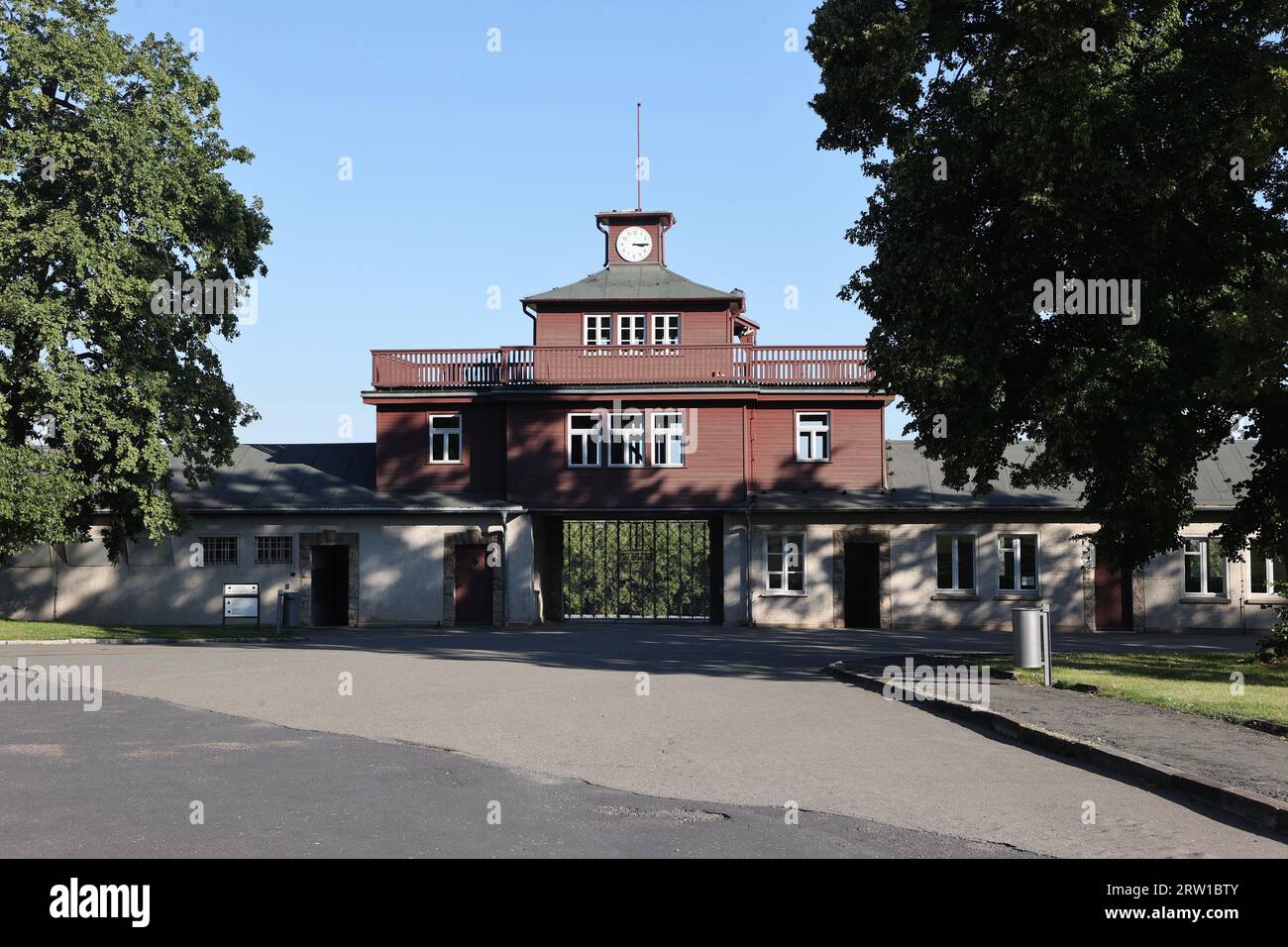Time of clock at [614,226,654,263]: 3:15
